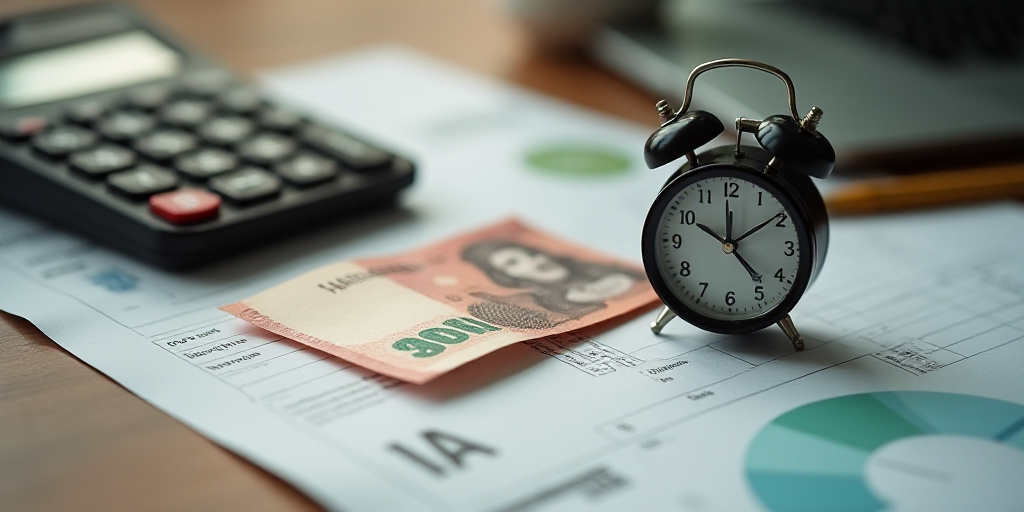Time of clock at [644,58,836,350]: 4:50
